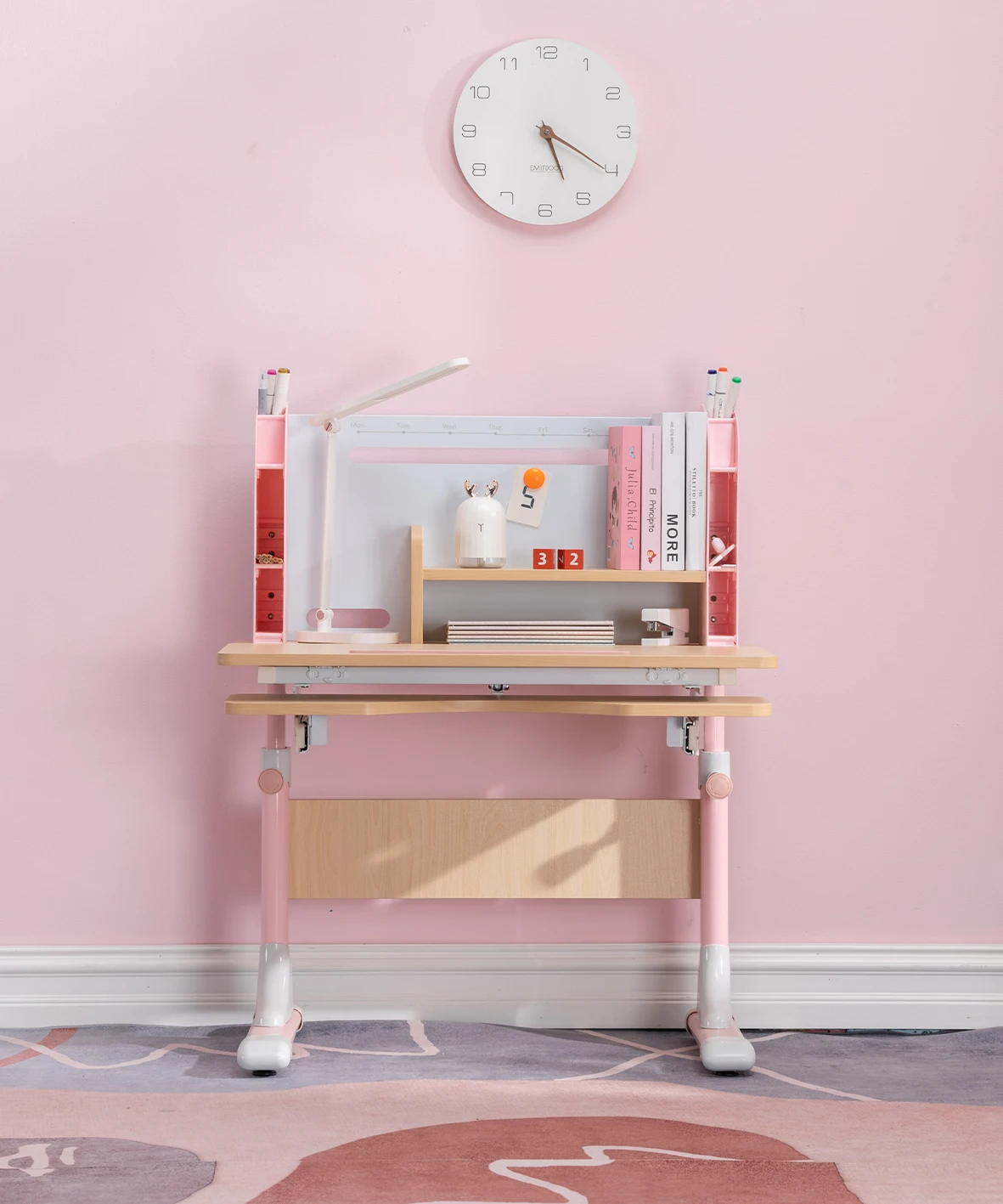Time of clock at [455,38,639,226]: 5:20
